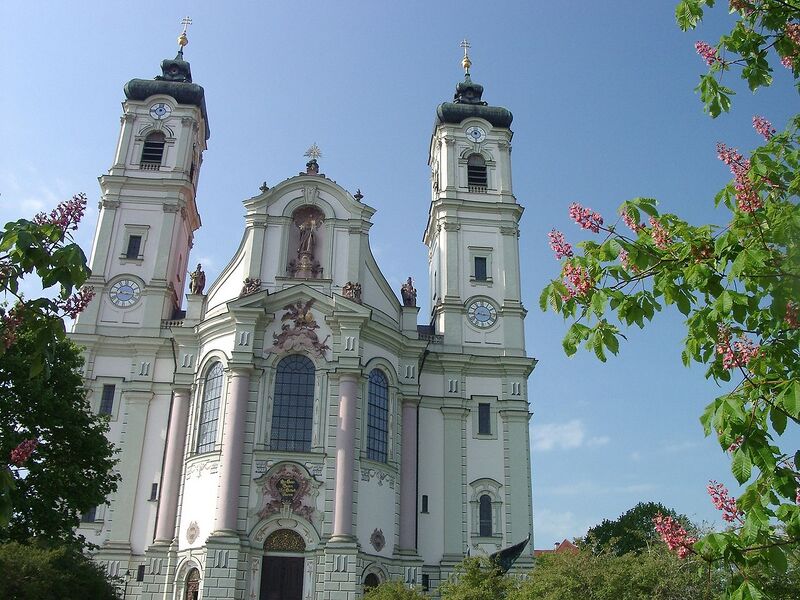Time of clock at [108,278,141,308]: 8:16
